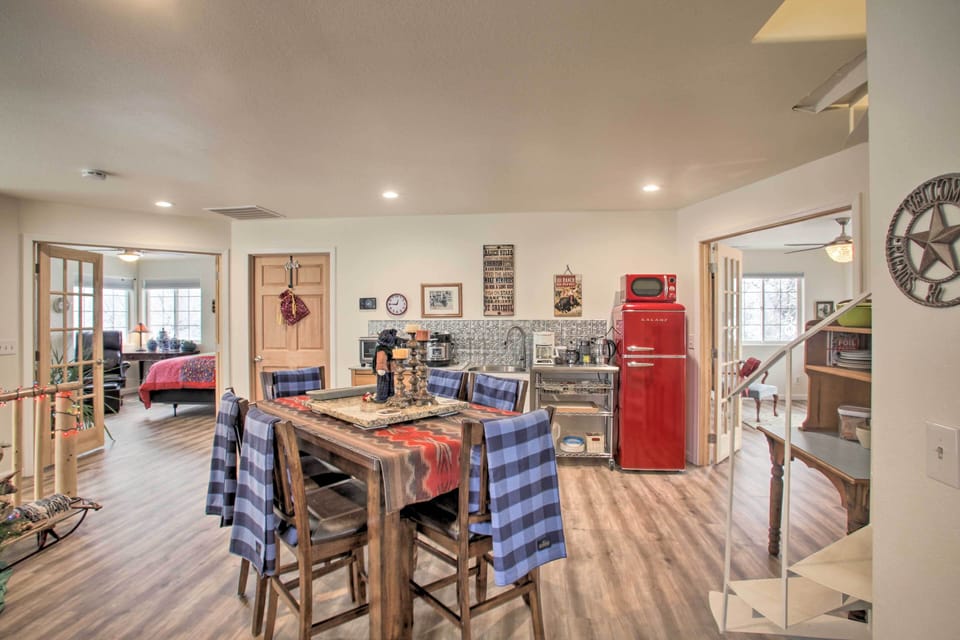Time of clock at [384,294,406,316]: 12:44
